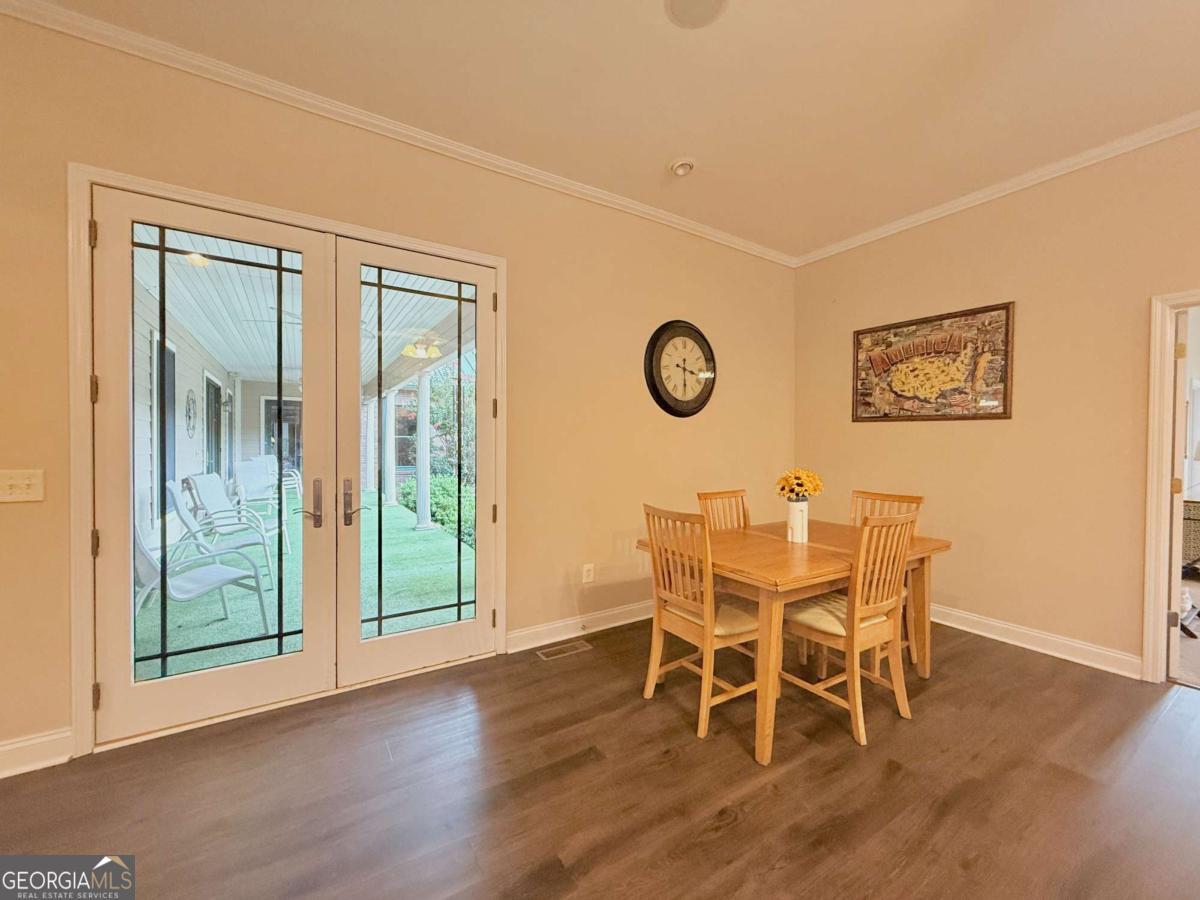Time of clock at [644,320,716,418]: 3:29
